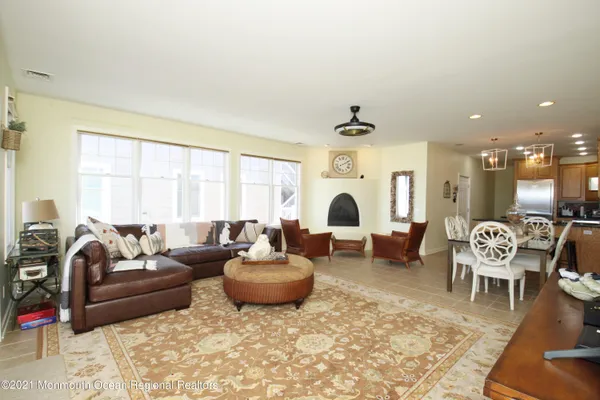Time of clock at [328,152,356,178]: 2:10
